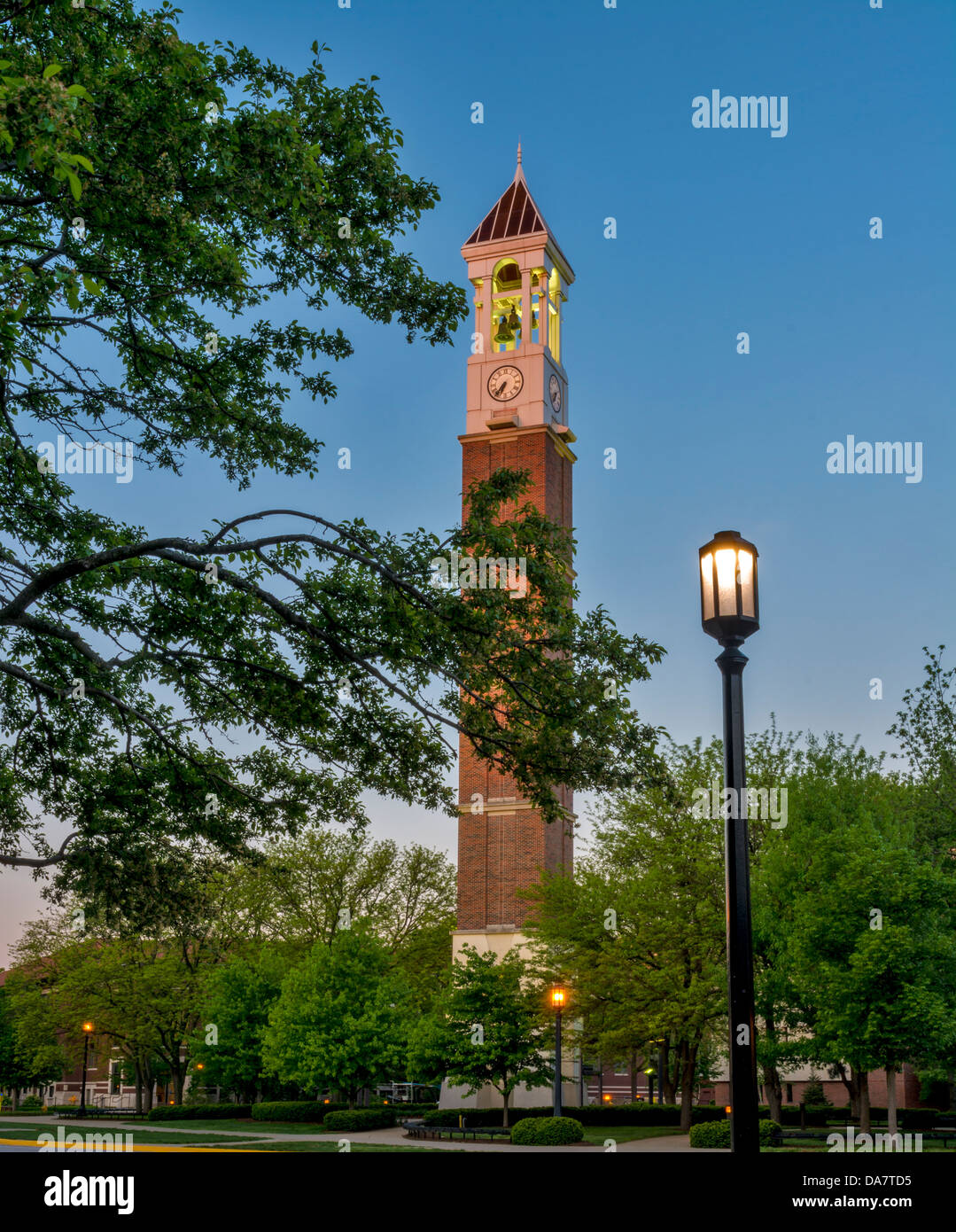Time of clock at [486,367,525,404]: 6:36
